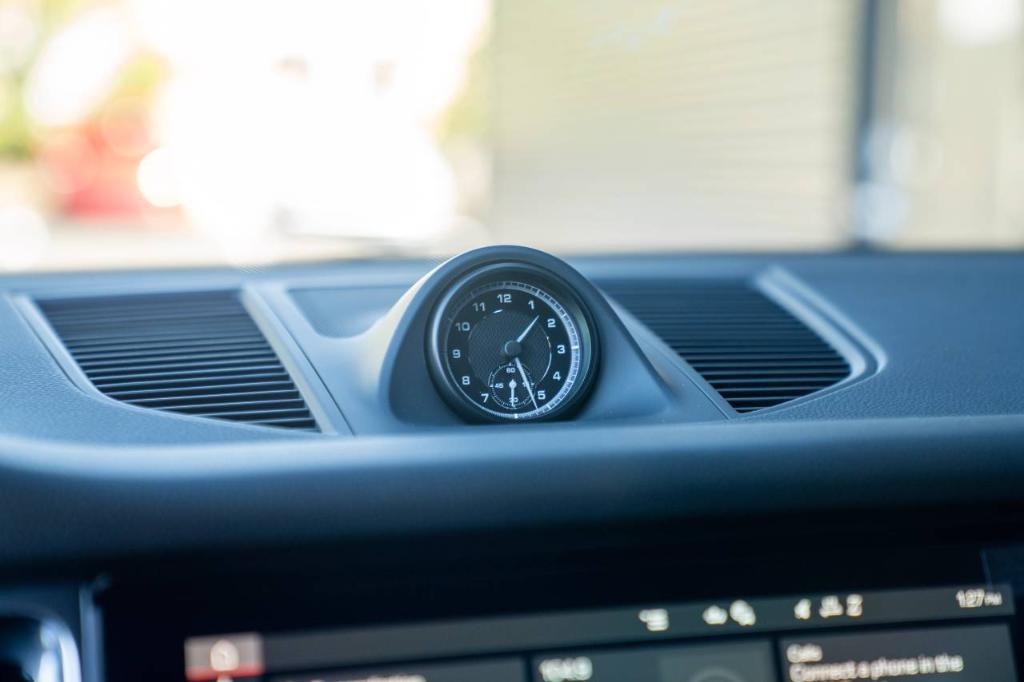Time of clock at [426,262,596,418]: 1:26
